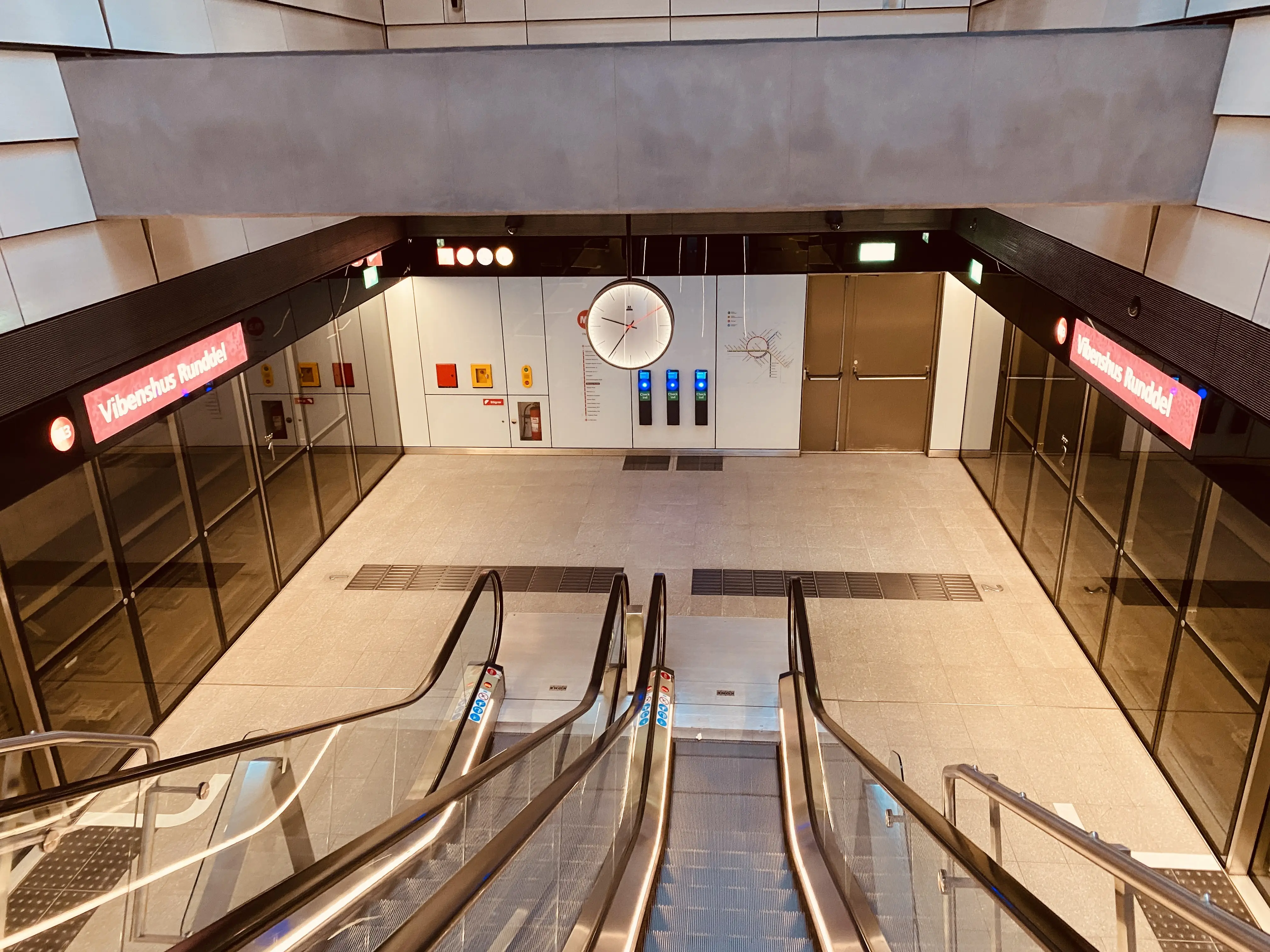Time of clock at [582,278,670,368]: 9:35
